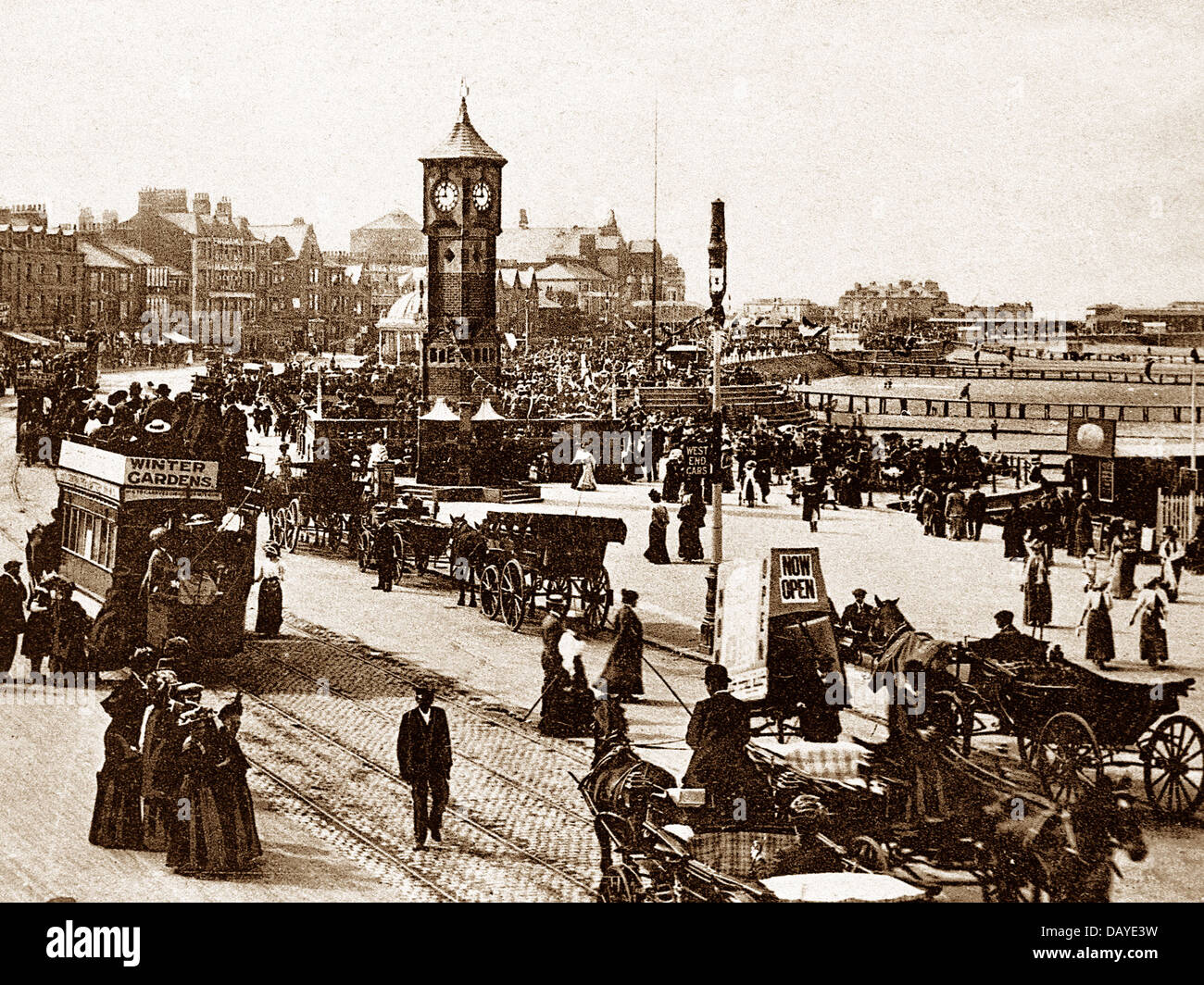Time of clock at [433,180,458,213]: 11:44
